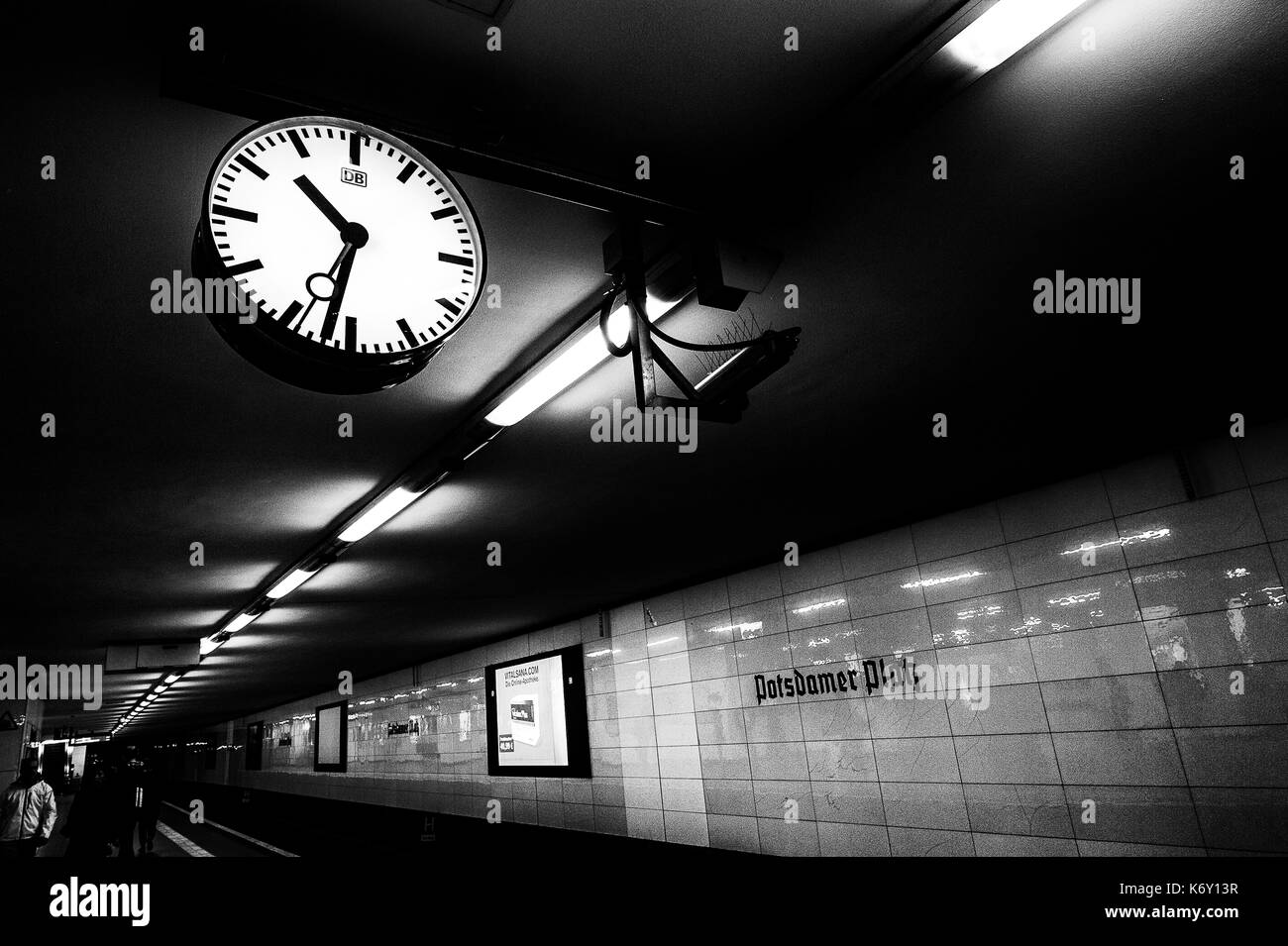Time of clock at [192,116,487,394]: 10:32
